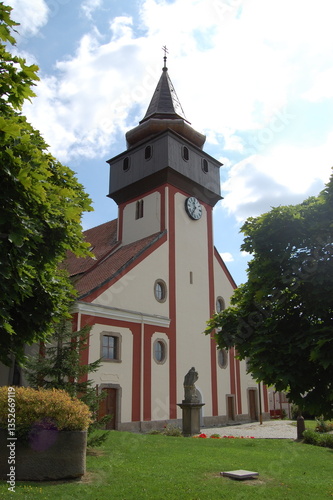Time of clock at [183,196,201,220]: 11:35
